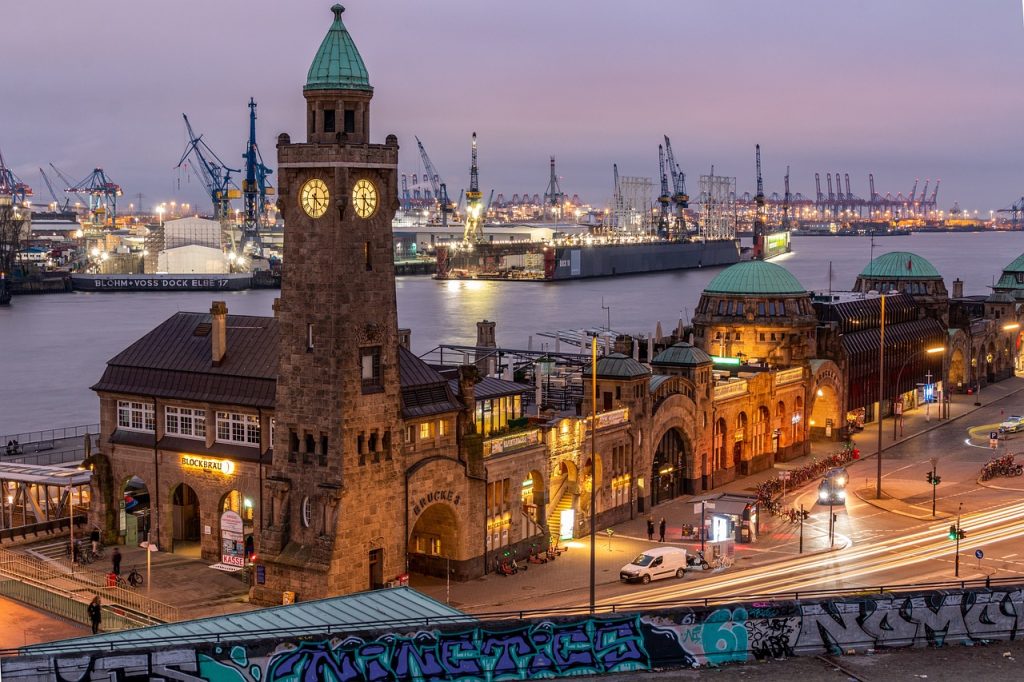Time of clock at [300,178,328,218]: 4:31
